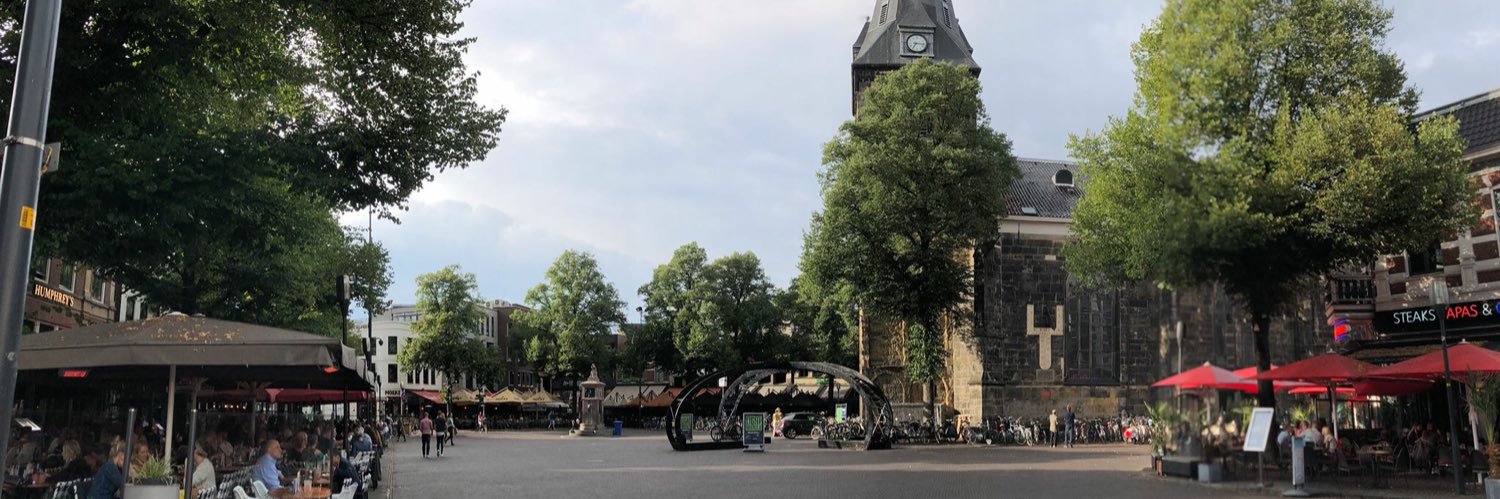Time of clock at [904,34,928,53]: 7:15
